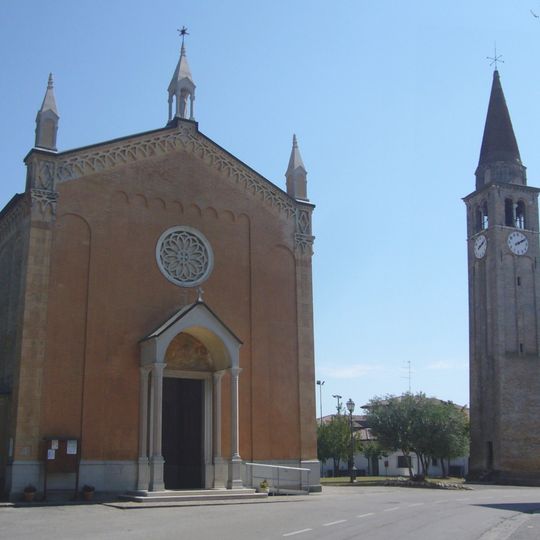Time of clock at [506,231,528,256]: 2:09
